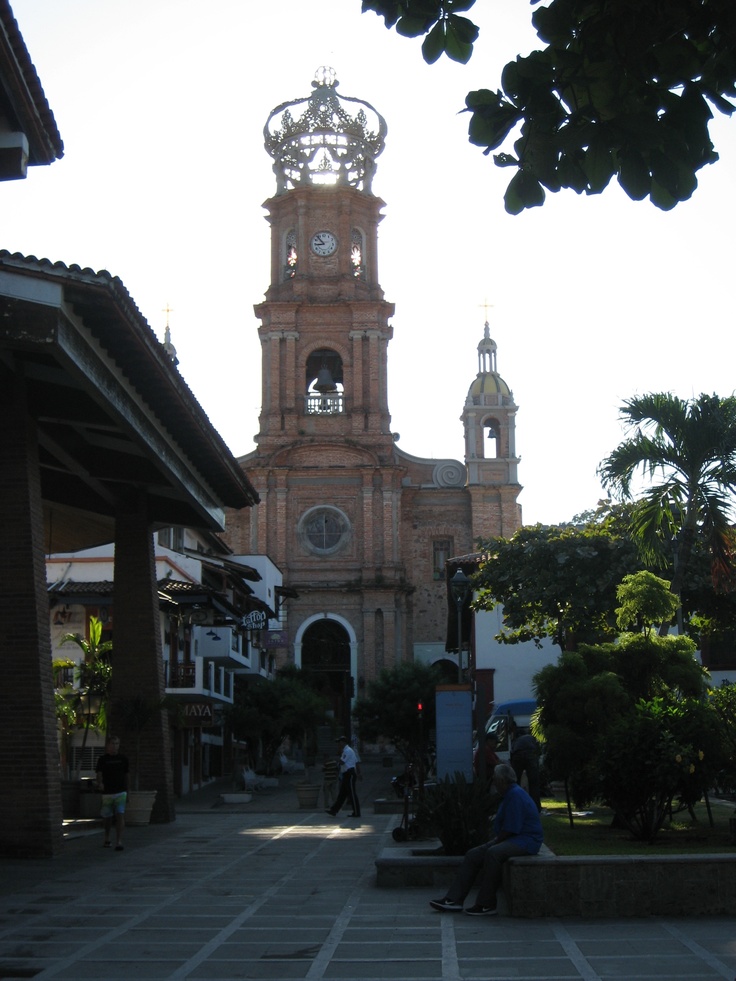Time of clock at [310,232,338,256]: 8:53
